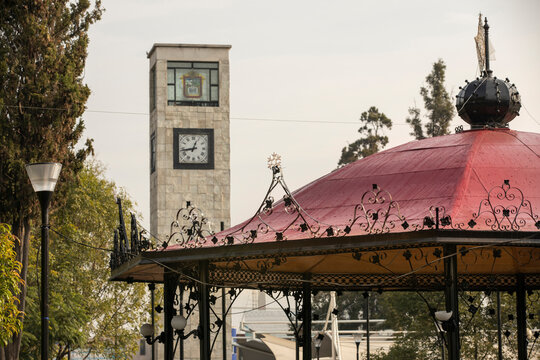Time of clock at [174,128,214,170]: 12:43
